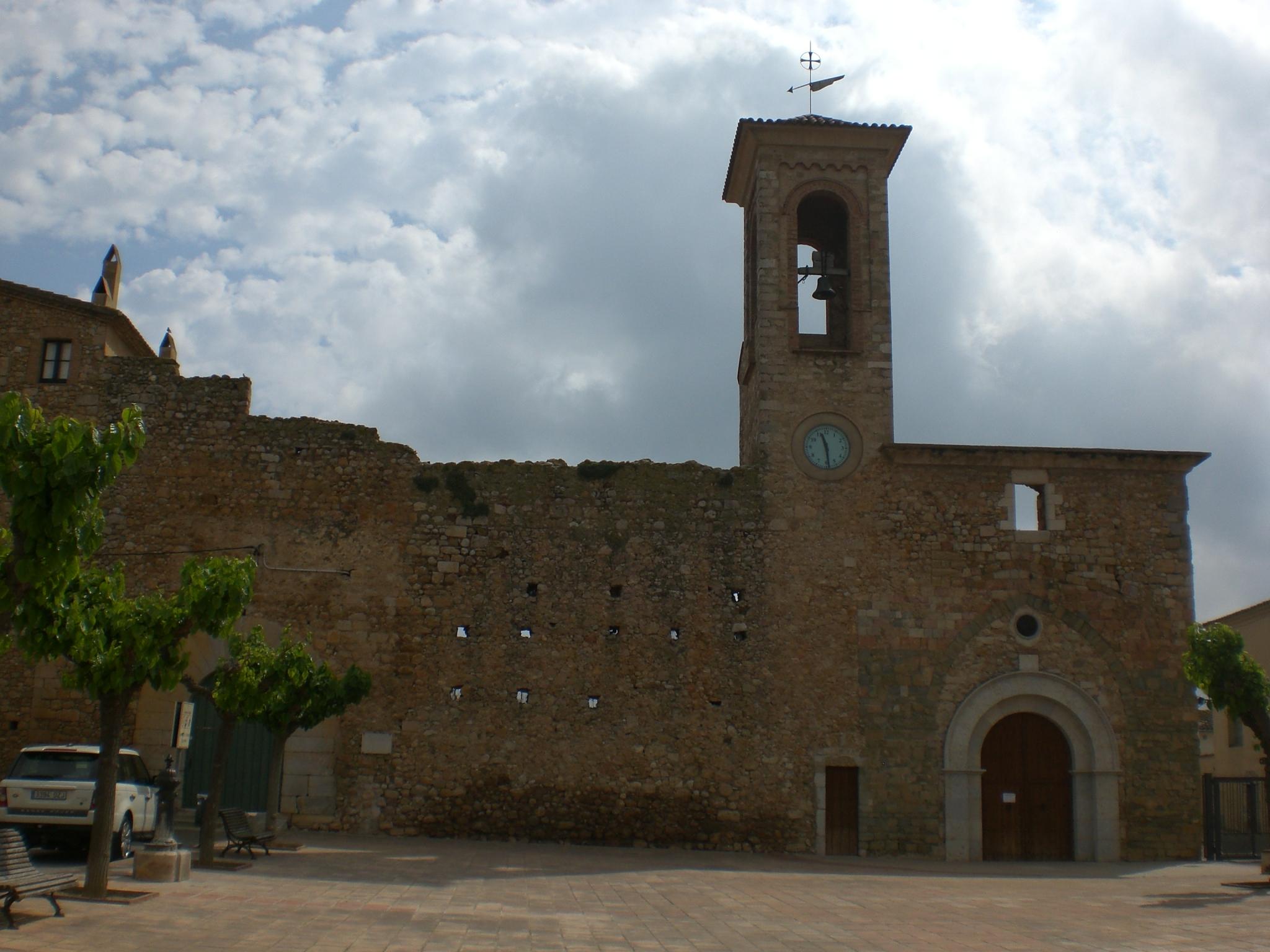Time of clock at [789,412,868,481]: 11:28
